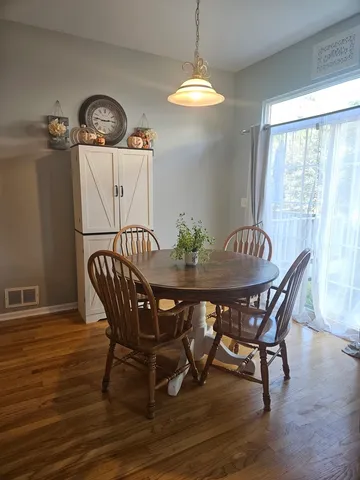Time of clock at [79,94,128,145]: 2:46
